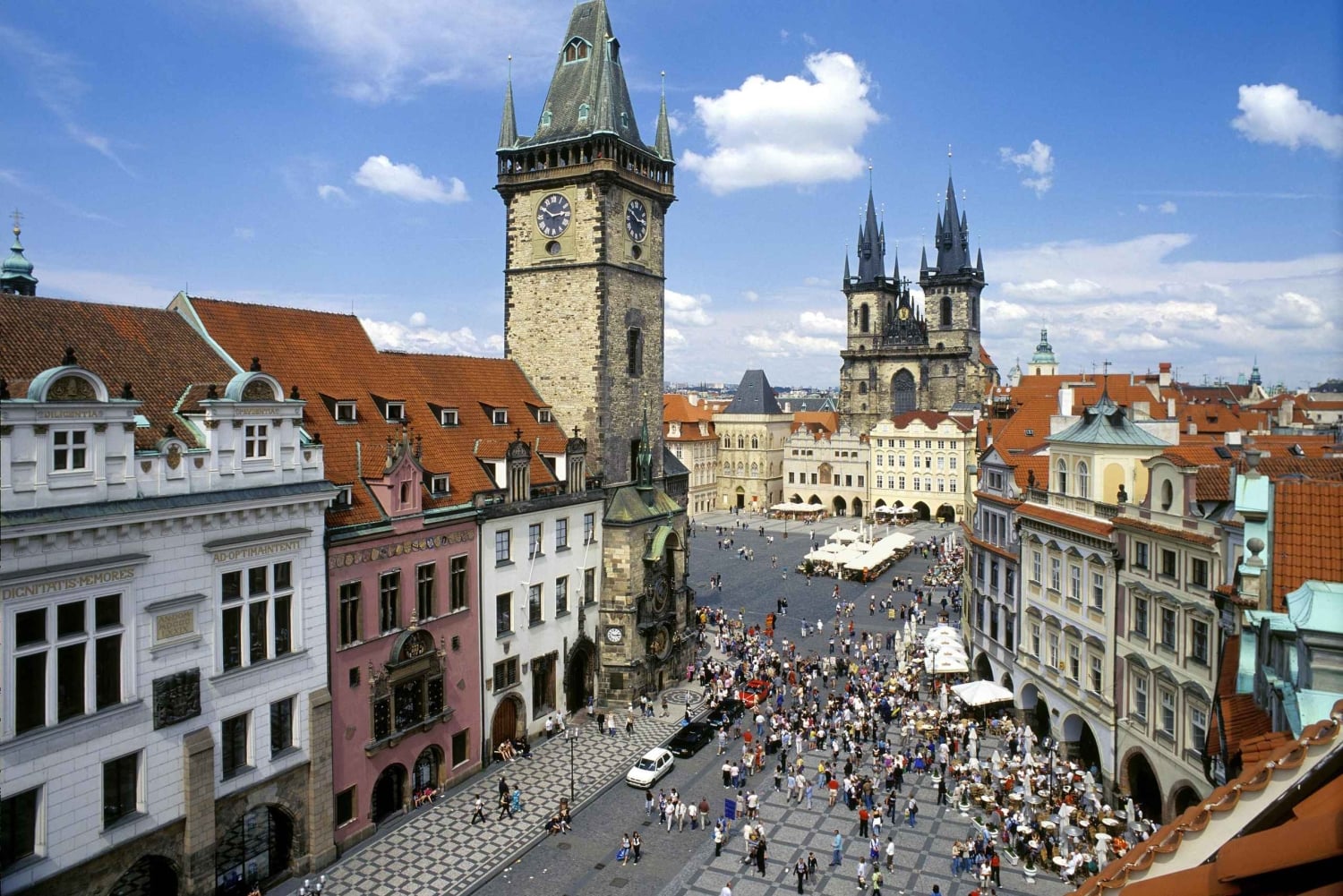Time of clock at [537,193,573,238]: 2:50
